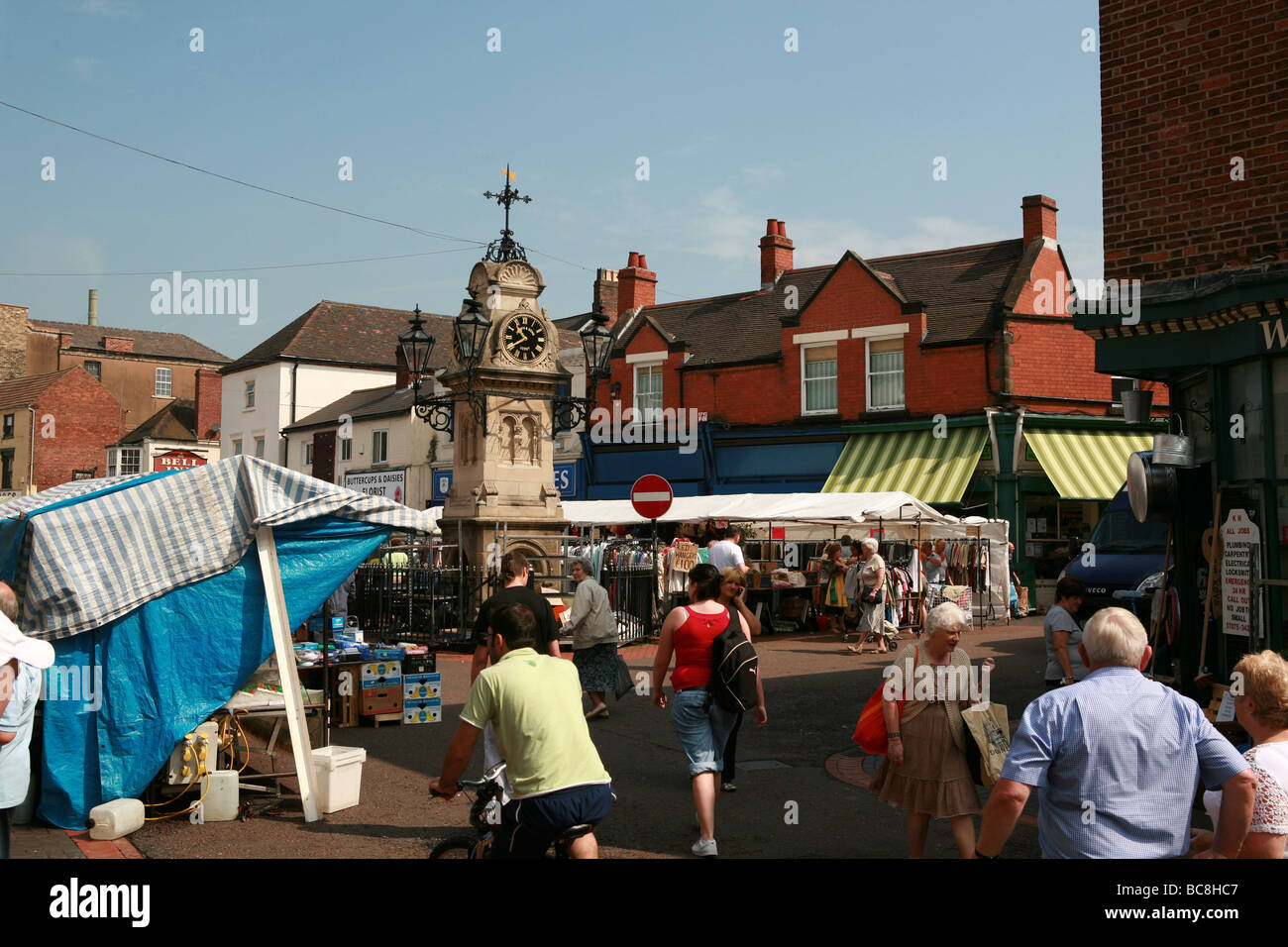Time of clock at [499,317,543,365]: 10:39
